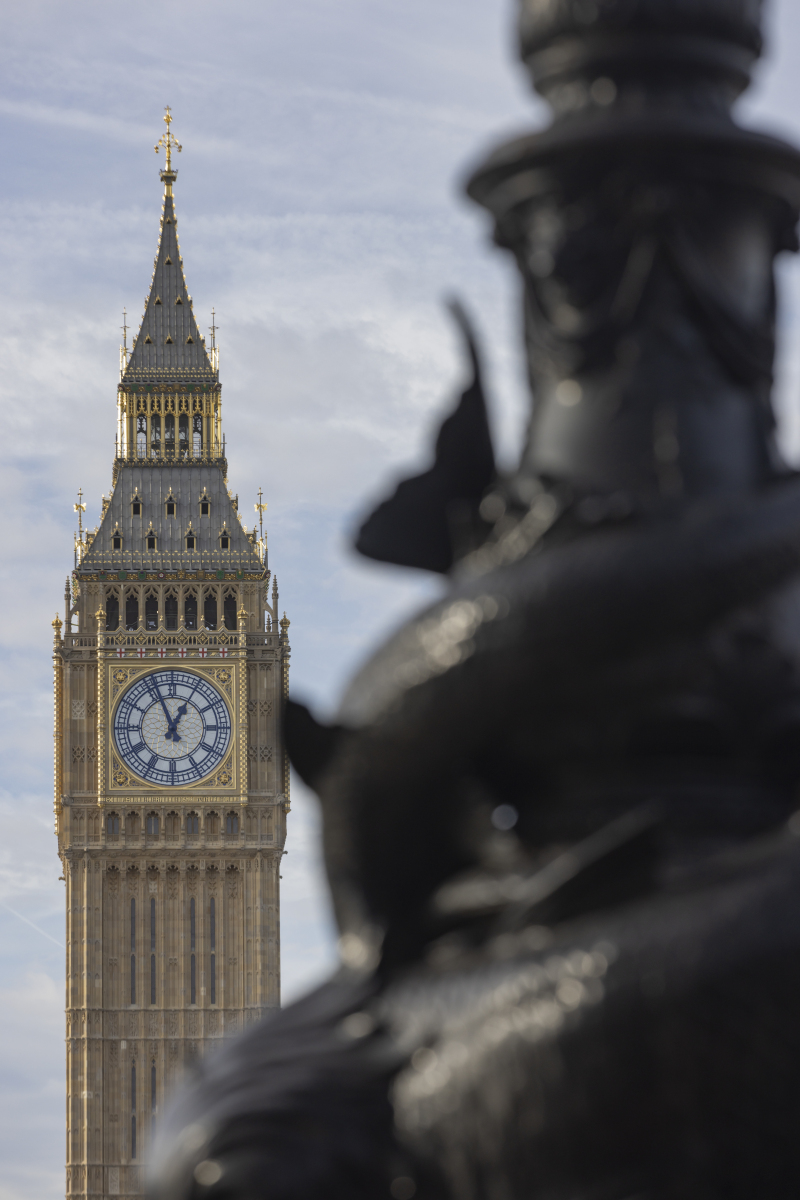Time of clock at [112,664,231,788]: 12:56
